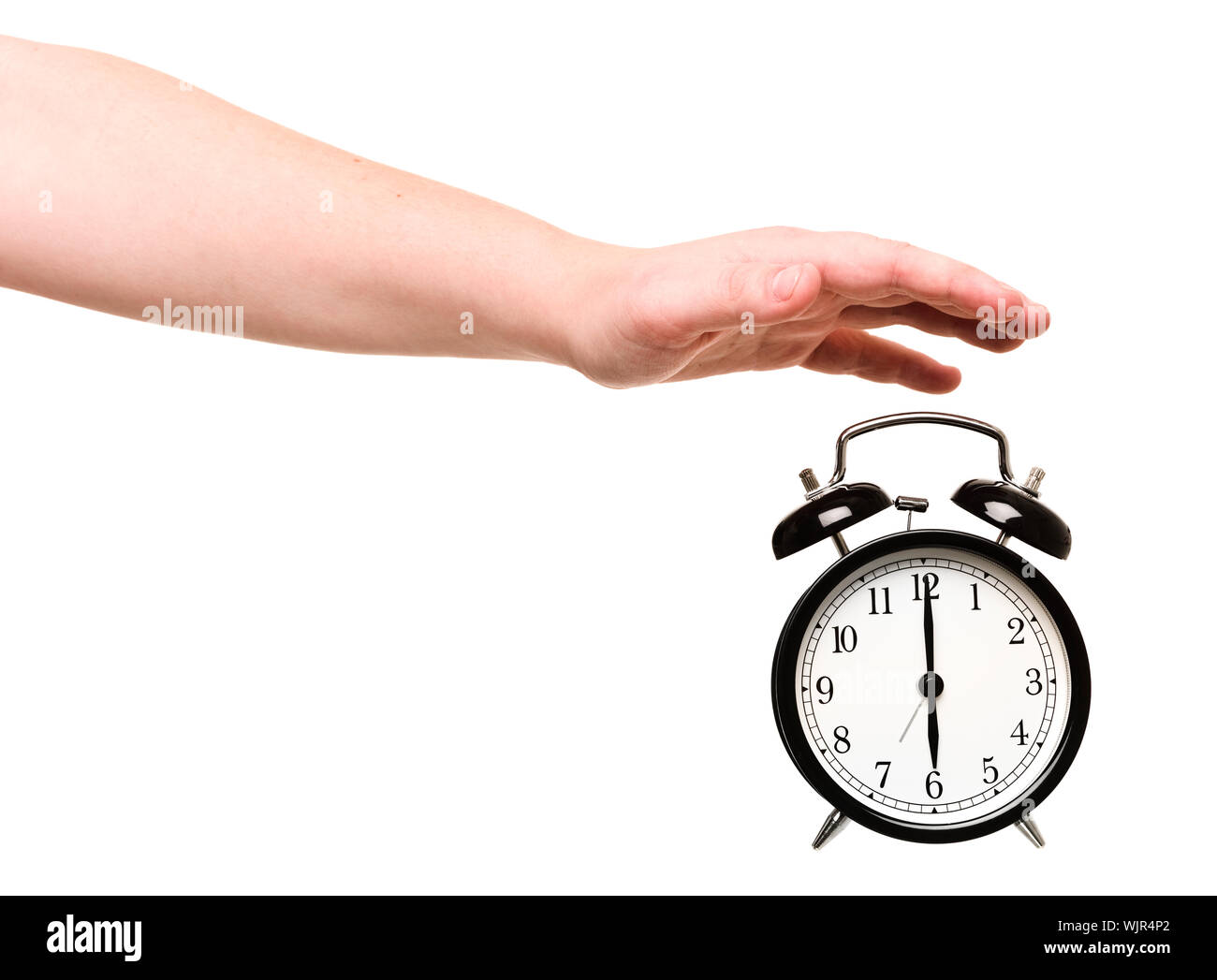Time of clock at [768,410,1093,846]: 6:00
